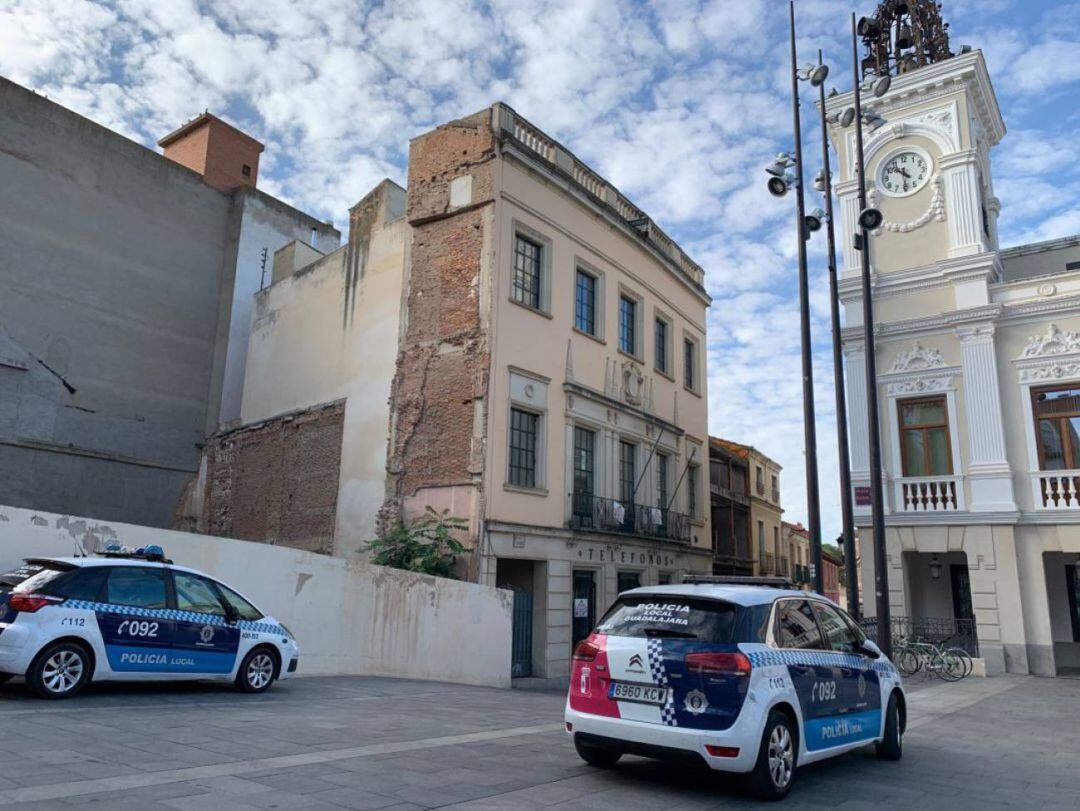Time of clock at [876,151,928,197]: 10:30
